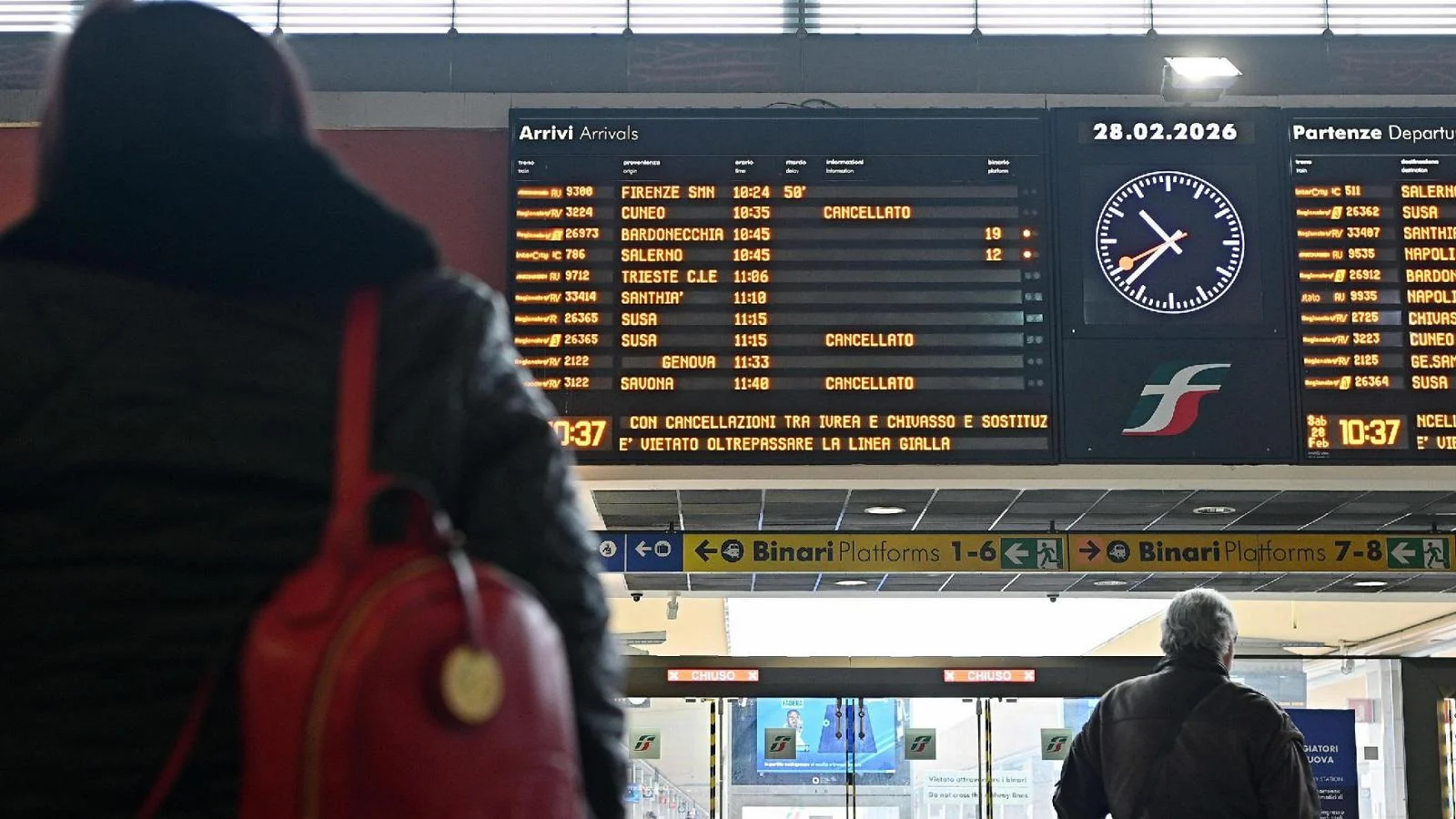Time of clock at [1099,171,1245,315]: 10:37
